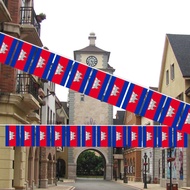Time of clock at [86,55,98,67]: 5:15
